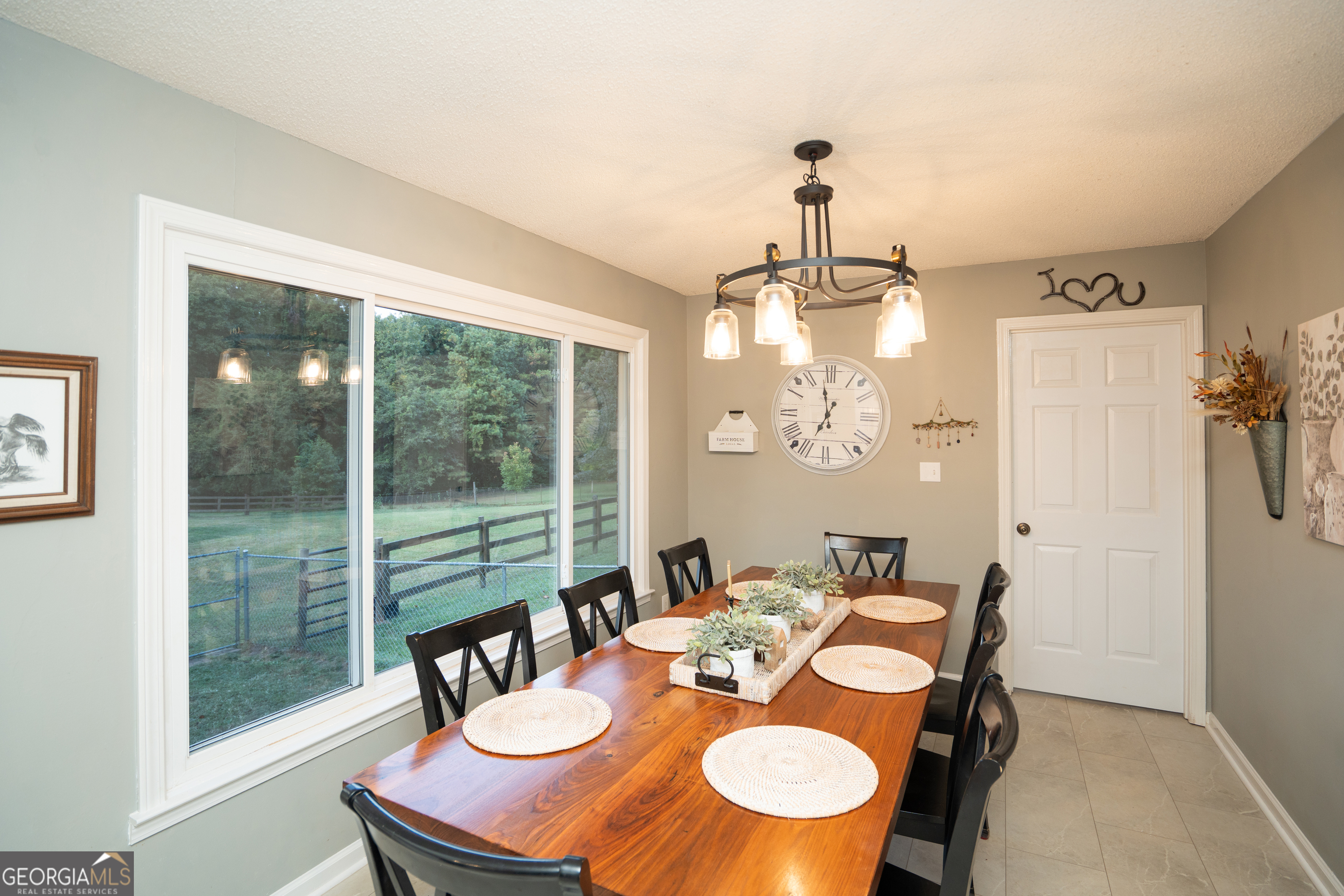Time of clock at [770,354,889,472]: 6:58
